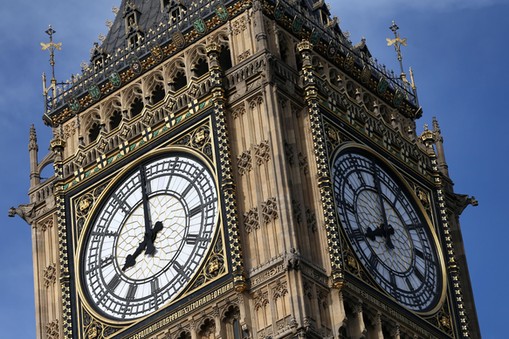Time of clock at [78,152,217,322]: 7:59
